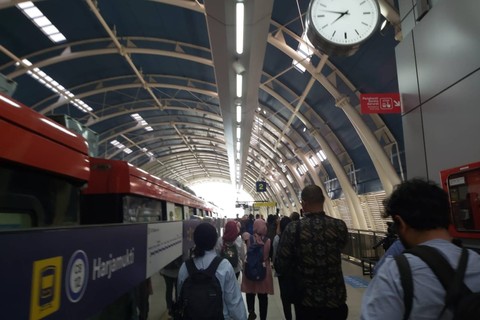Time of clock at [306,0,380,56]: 7:47
